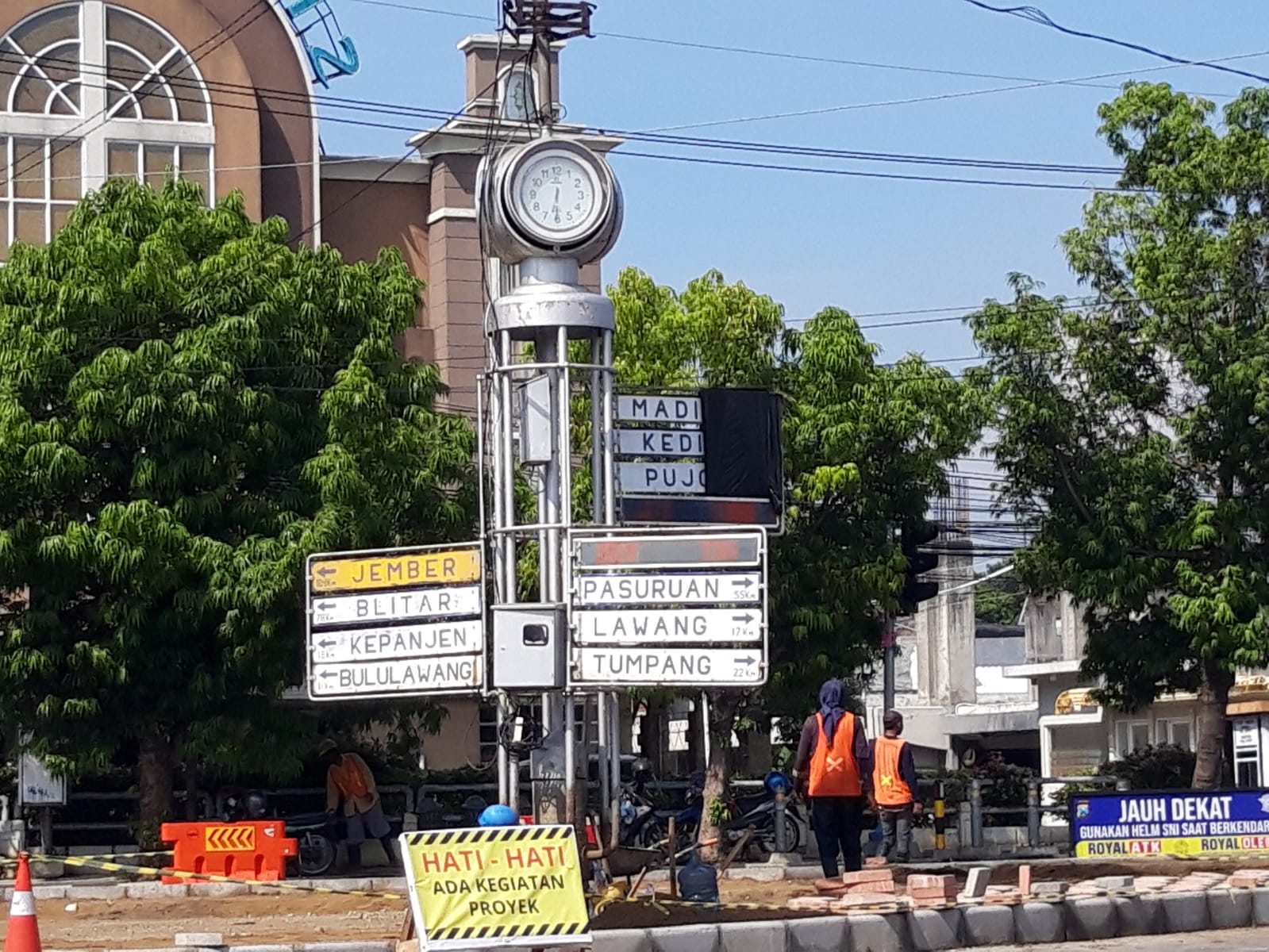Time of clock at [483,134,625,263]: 6:30
